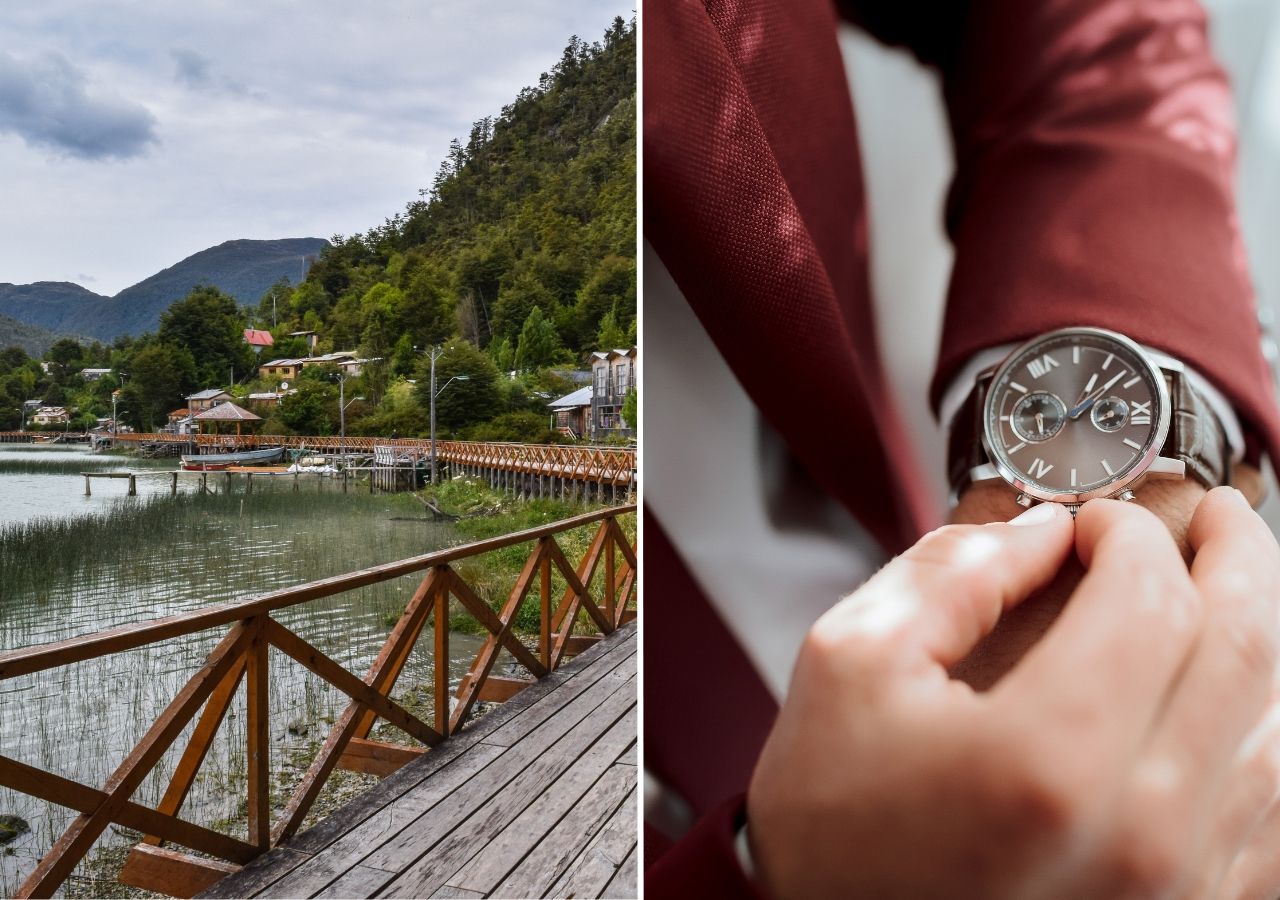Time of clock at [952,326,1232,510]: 12:07
